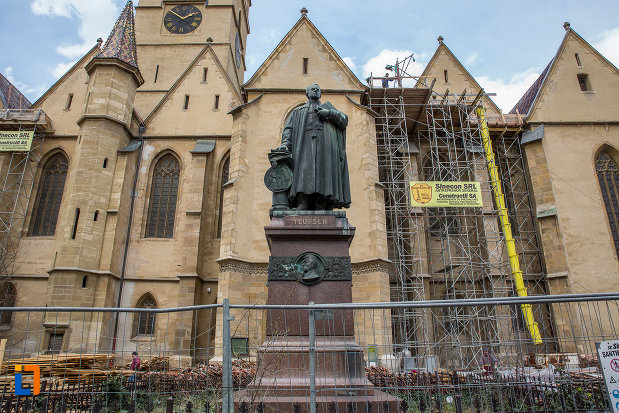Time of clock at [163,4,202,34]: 1:50
